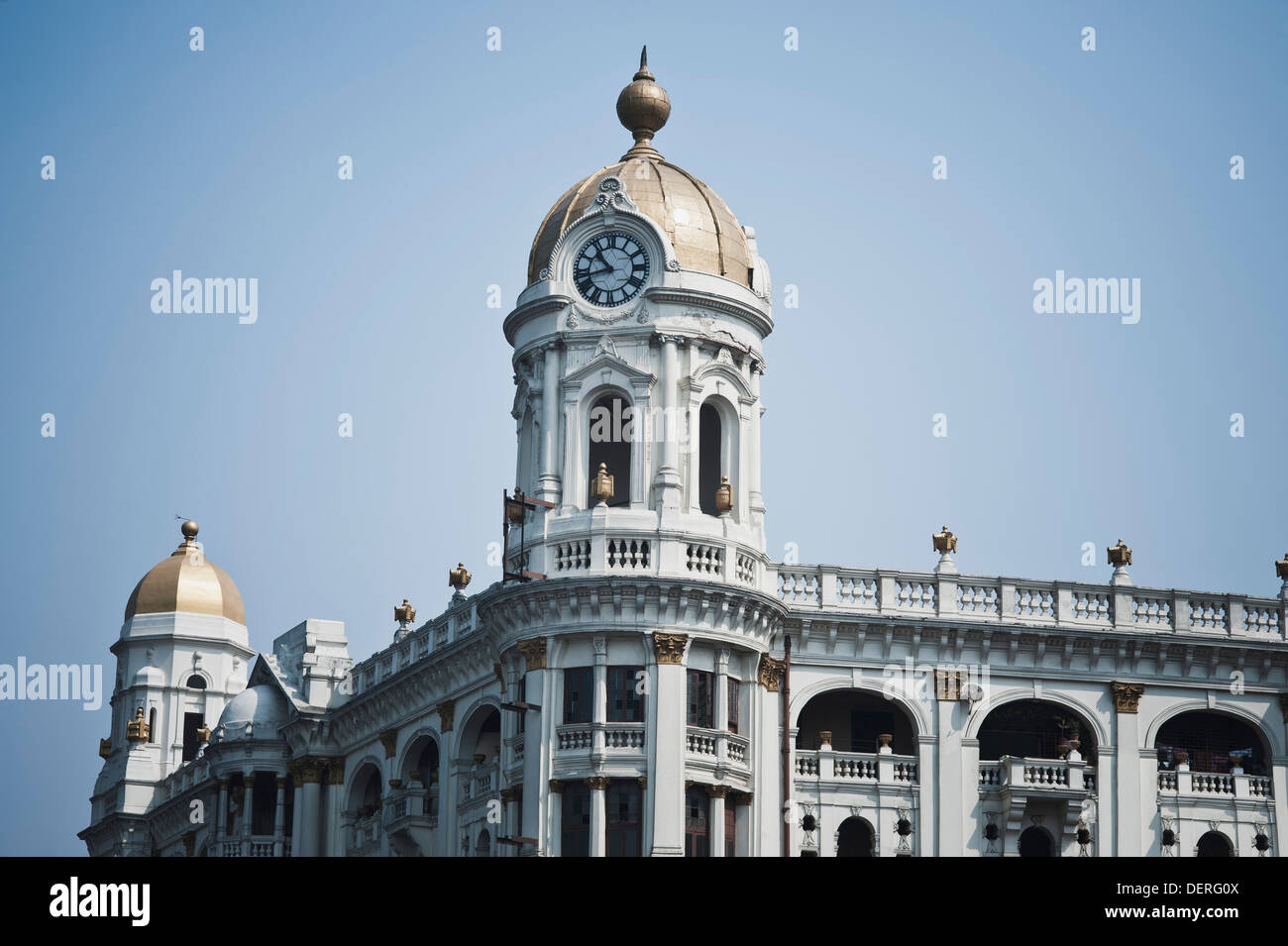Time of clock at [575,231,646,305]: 10:42
